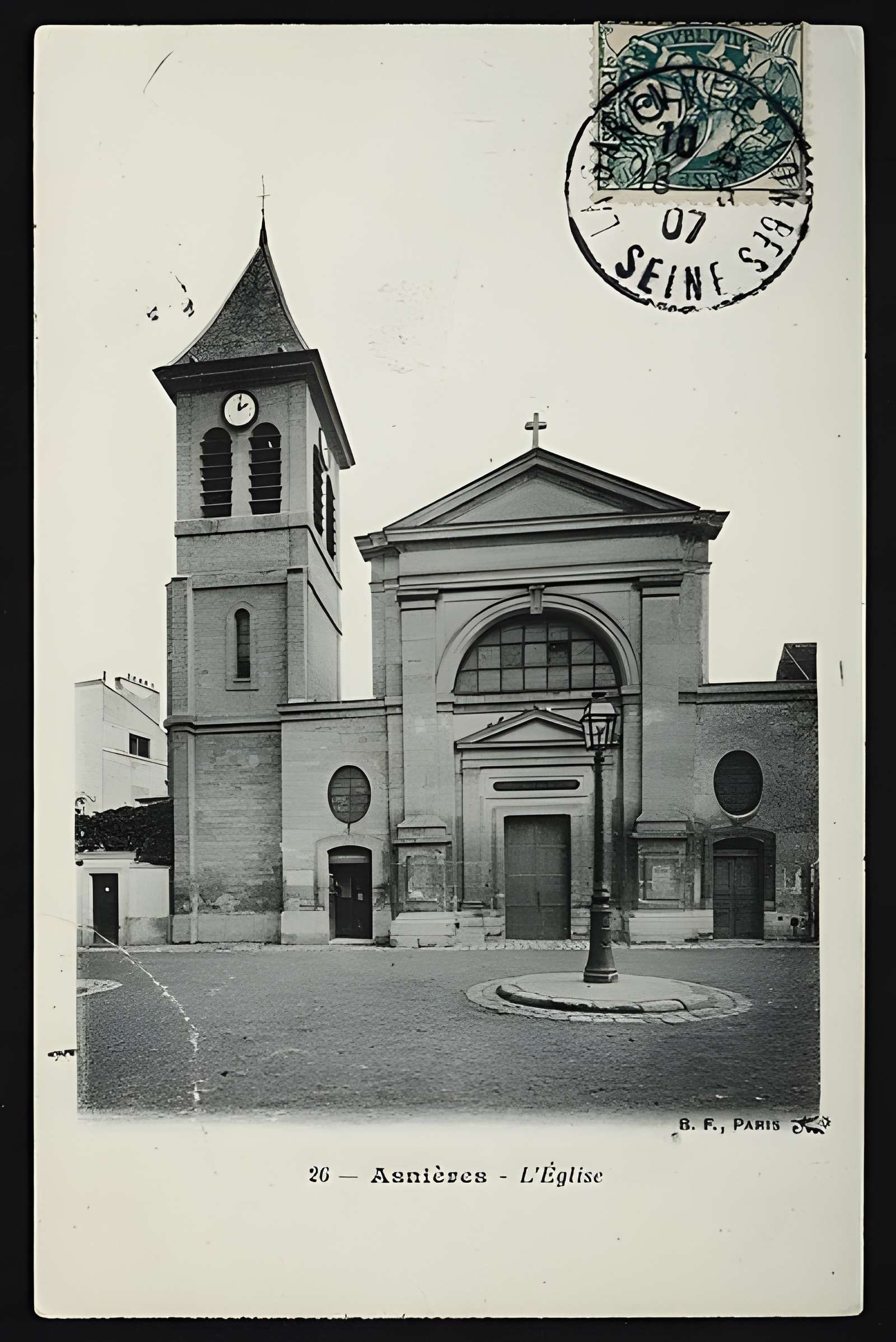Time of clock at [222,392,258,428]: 2:01
